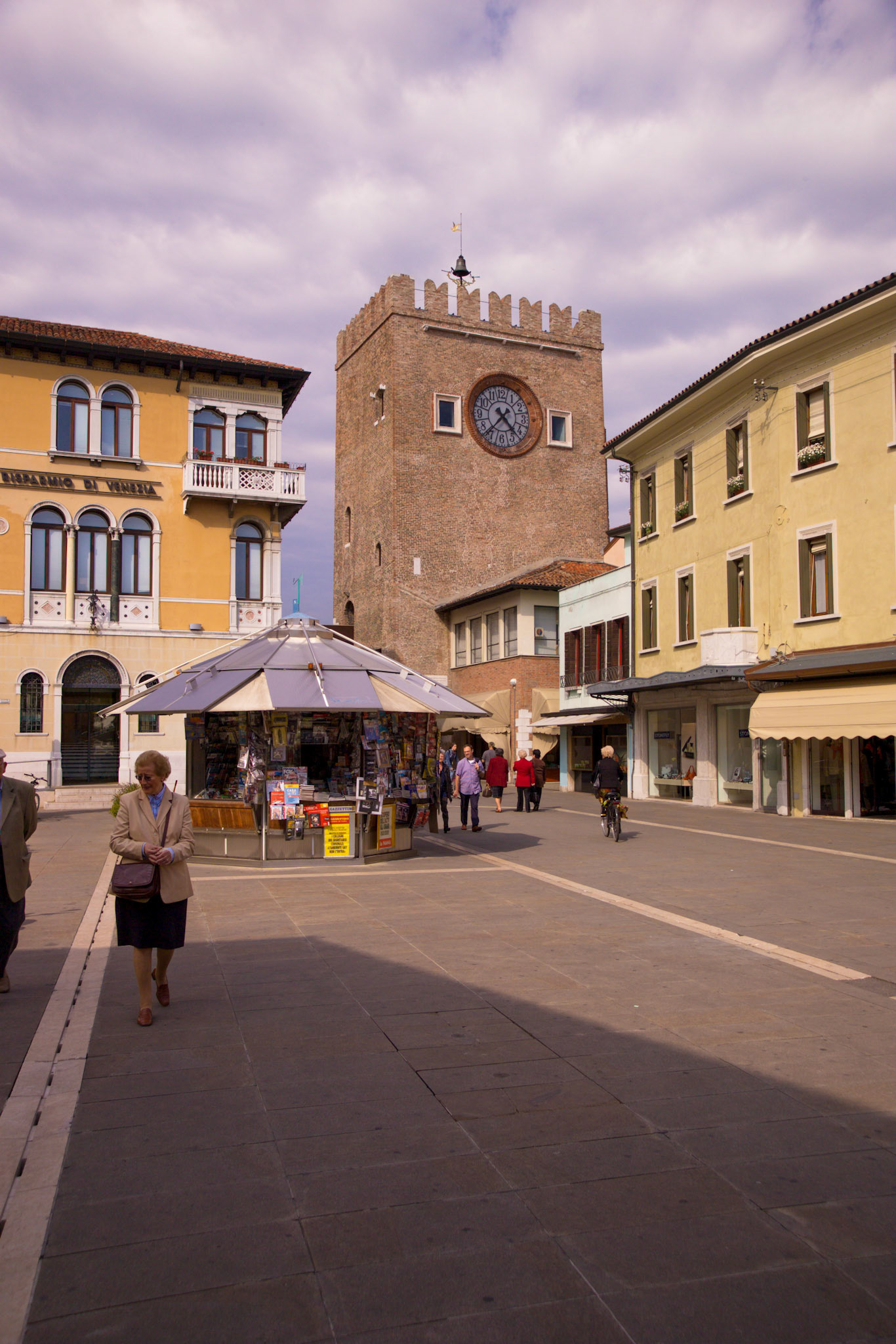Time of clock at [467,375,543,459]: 4:37
